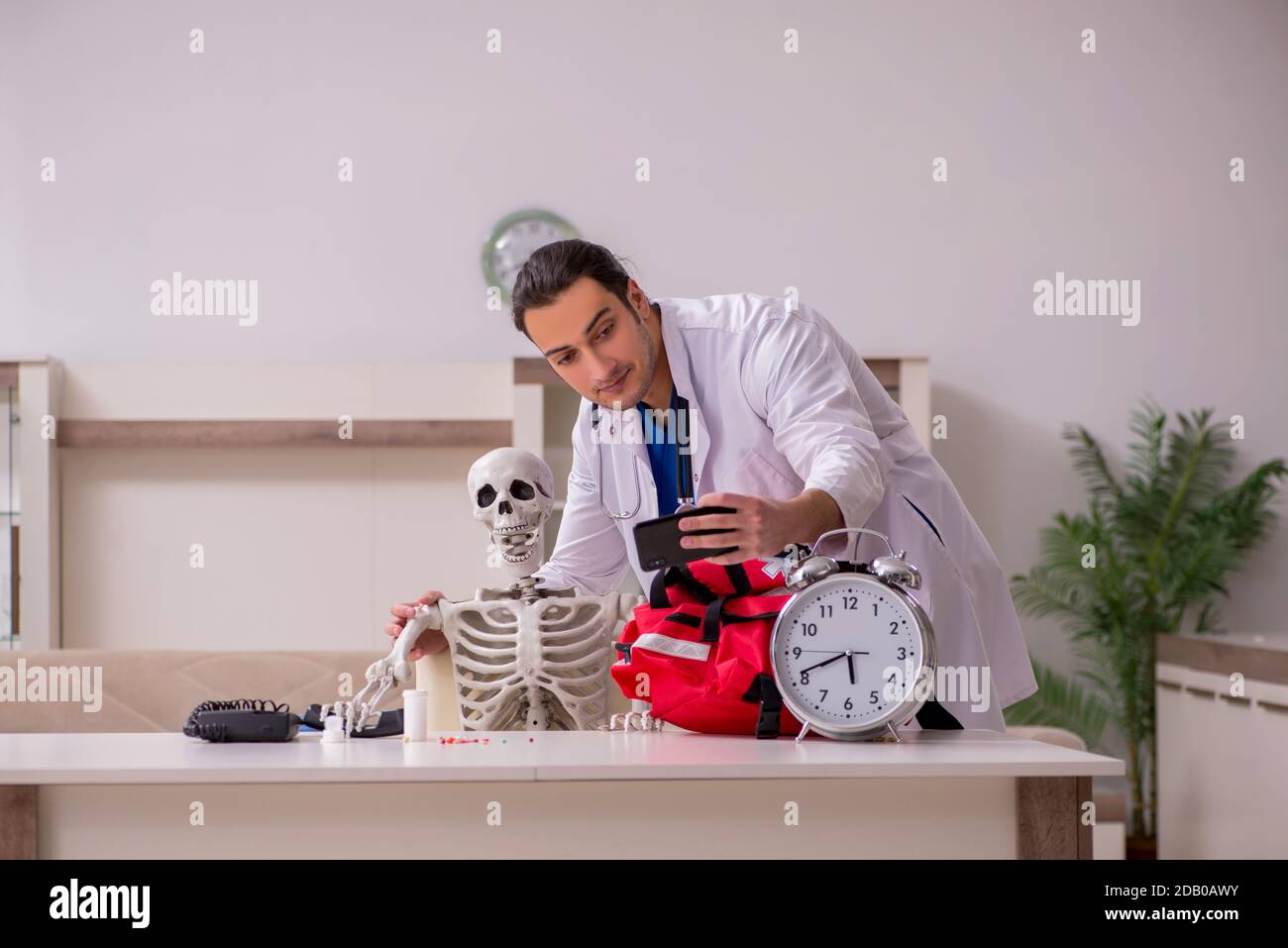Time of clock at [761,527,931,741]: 5:41
